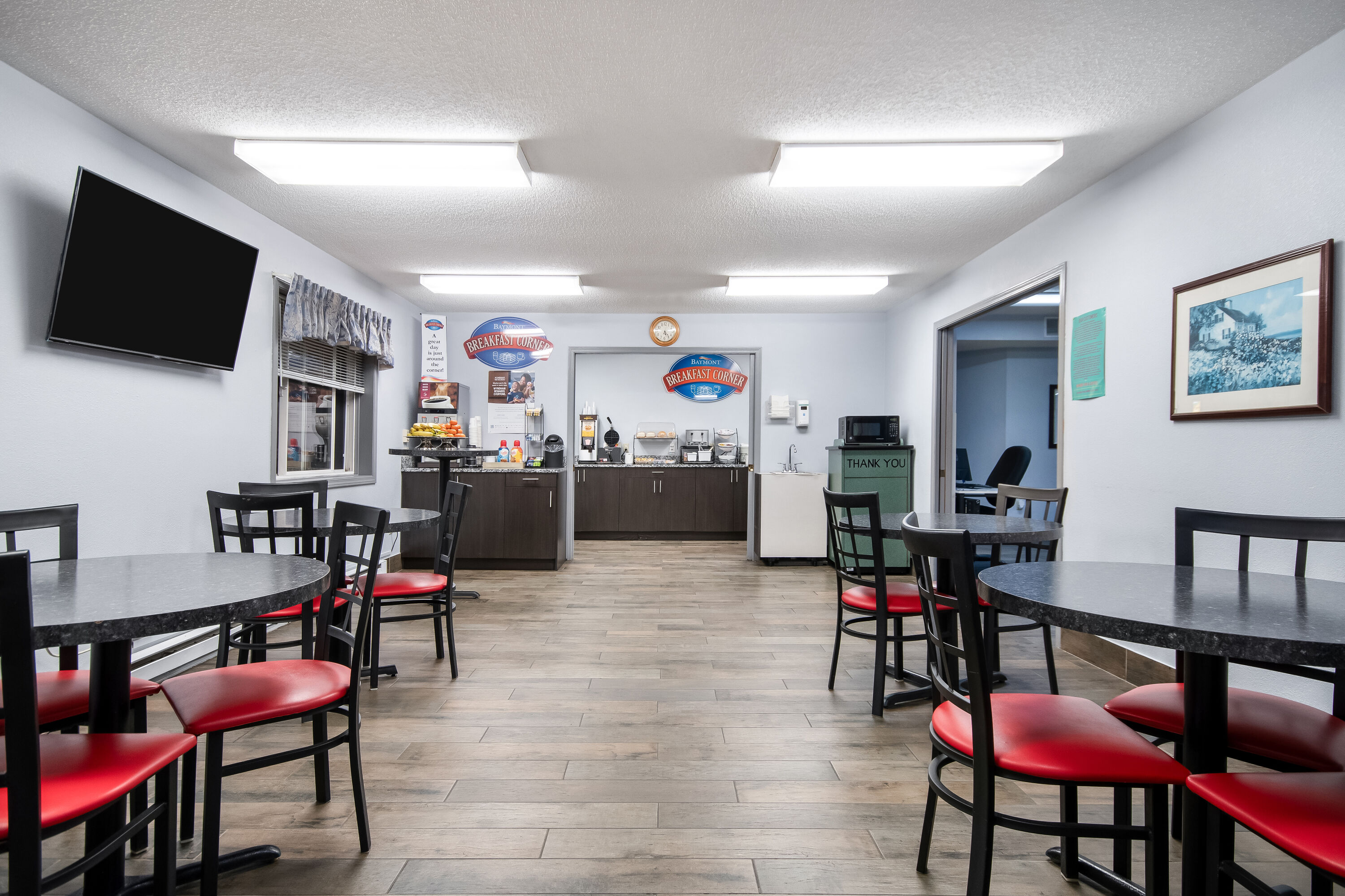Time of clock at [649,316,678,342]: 5:22
